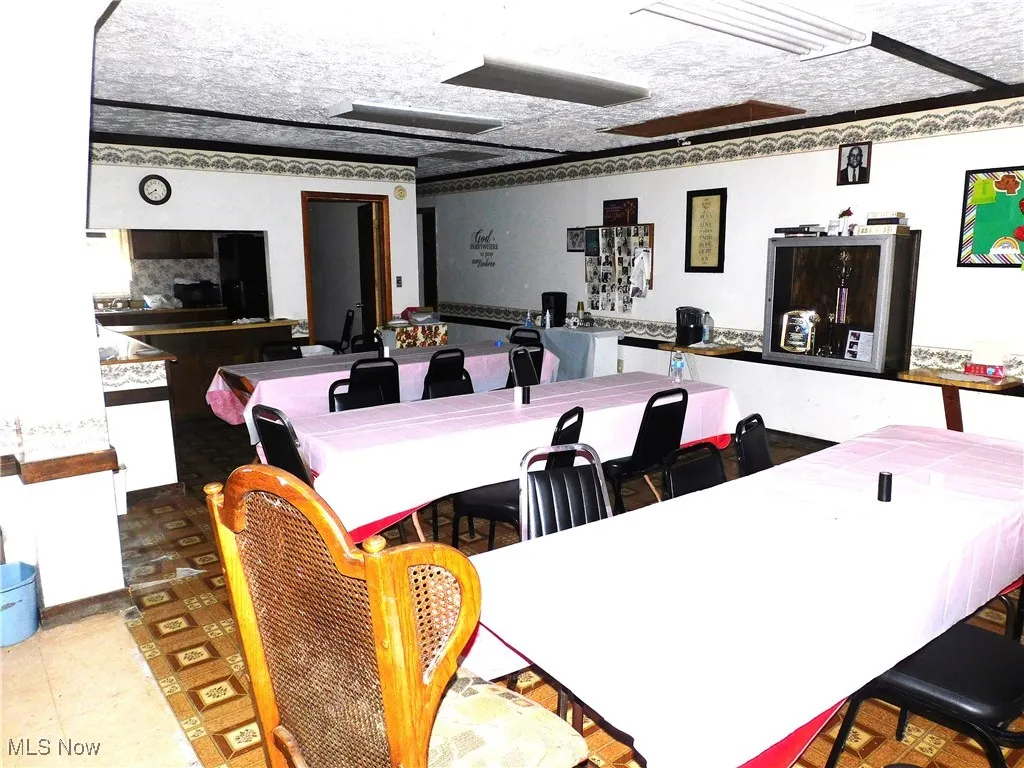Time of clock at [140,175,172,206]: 7:39
